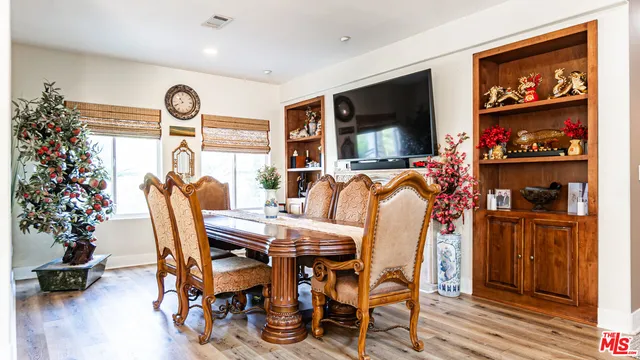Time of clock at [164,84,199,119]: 10:41
